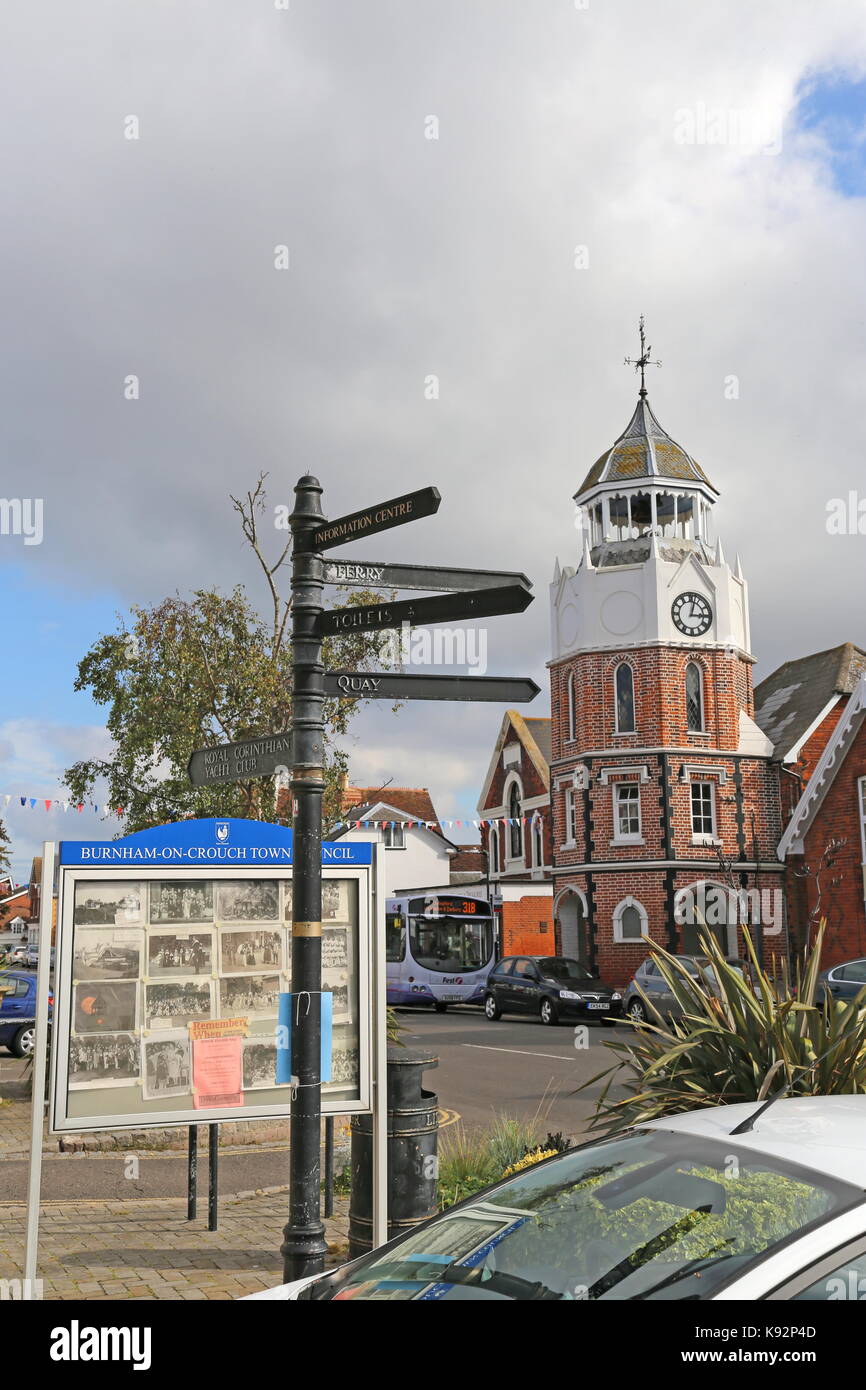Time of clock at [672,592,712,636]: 3:02
